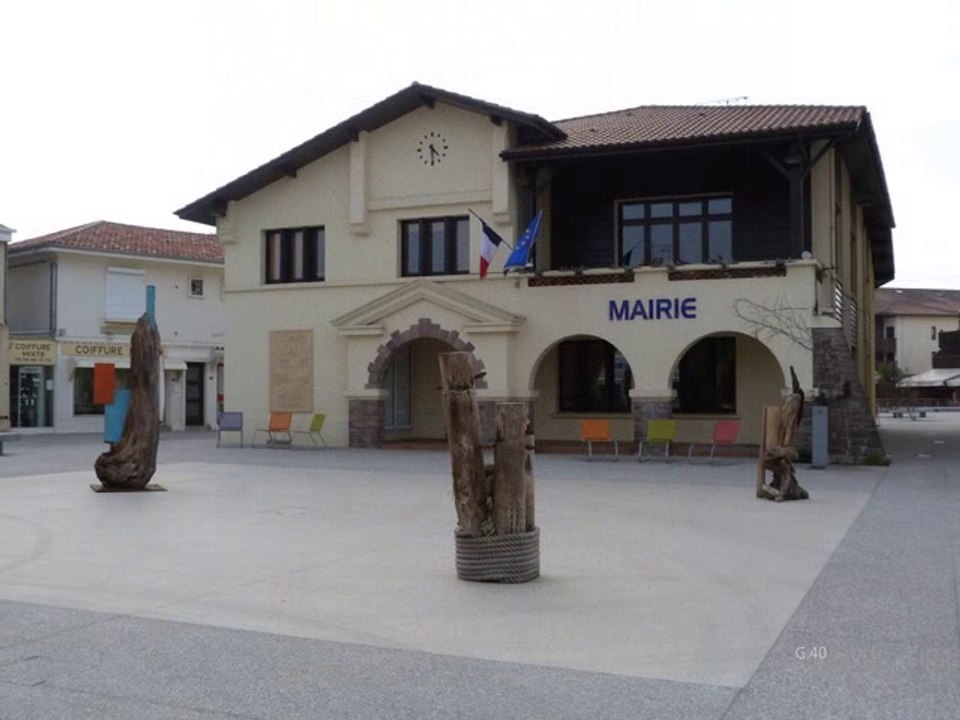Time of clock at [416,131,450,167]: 4:29
